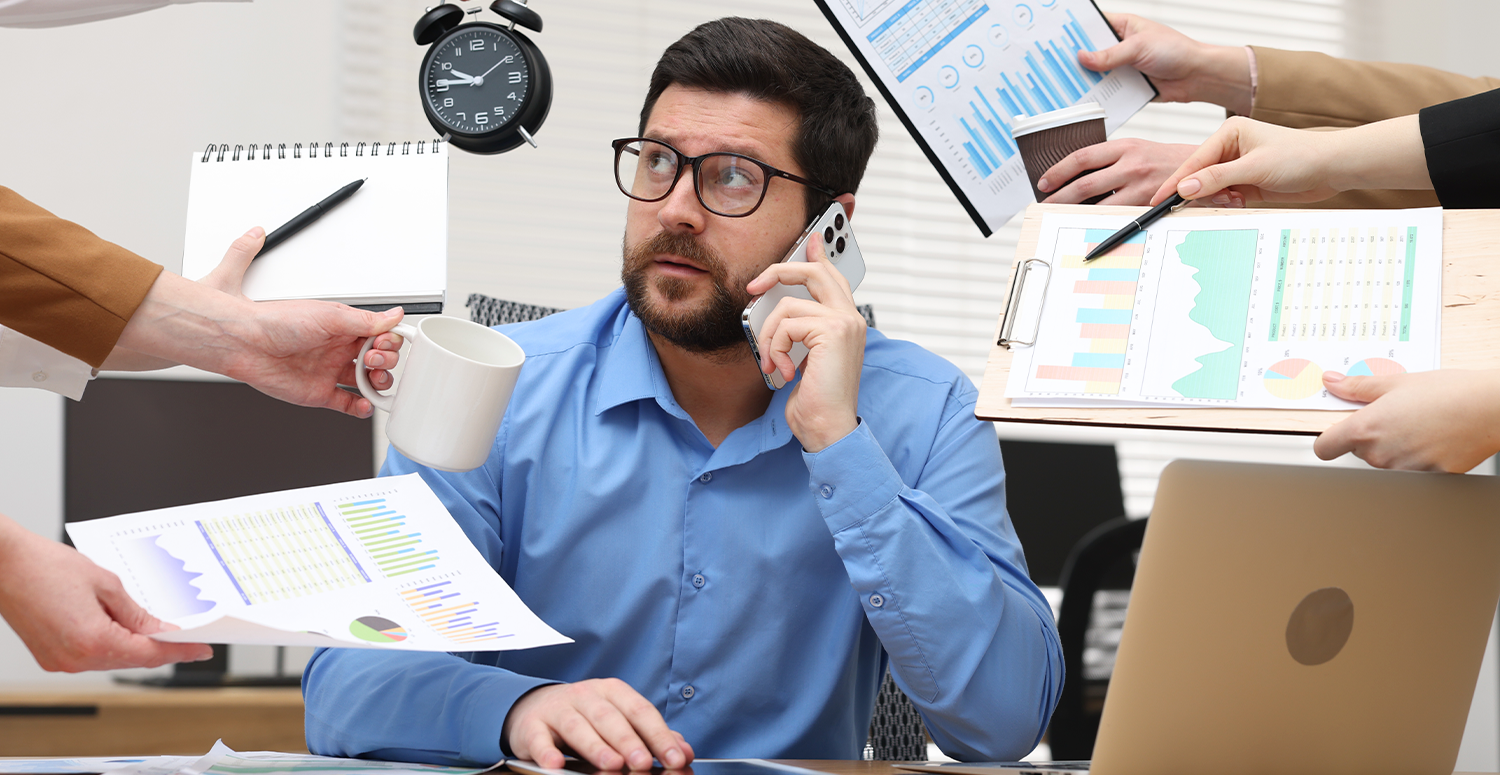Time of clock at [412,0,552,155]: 9:45
